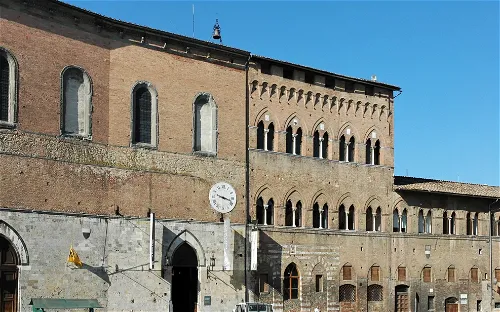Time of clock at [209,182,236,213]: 3:17
